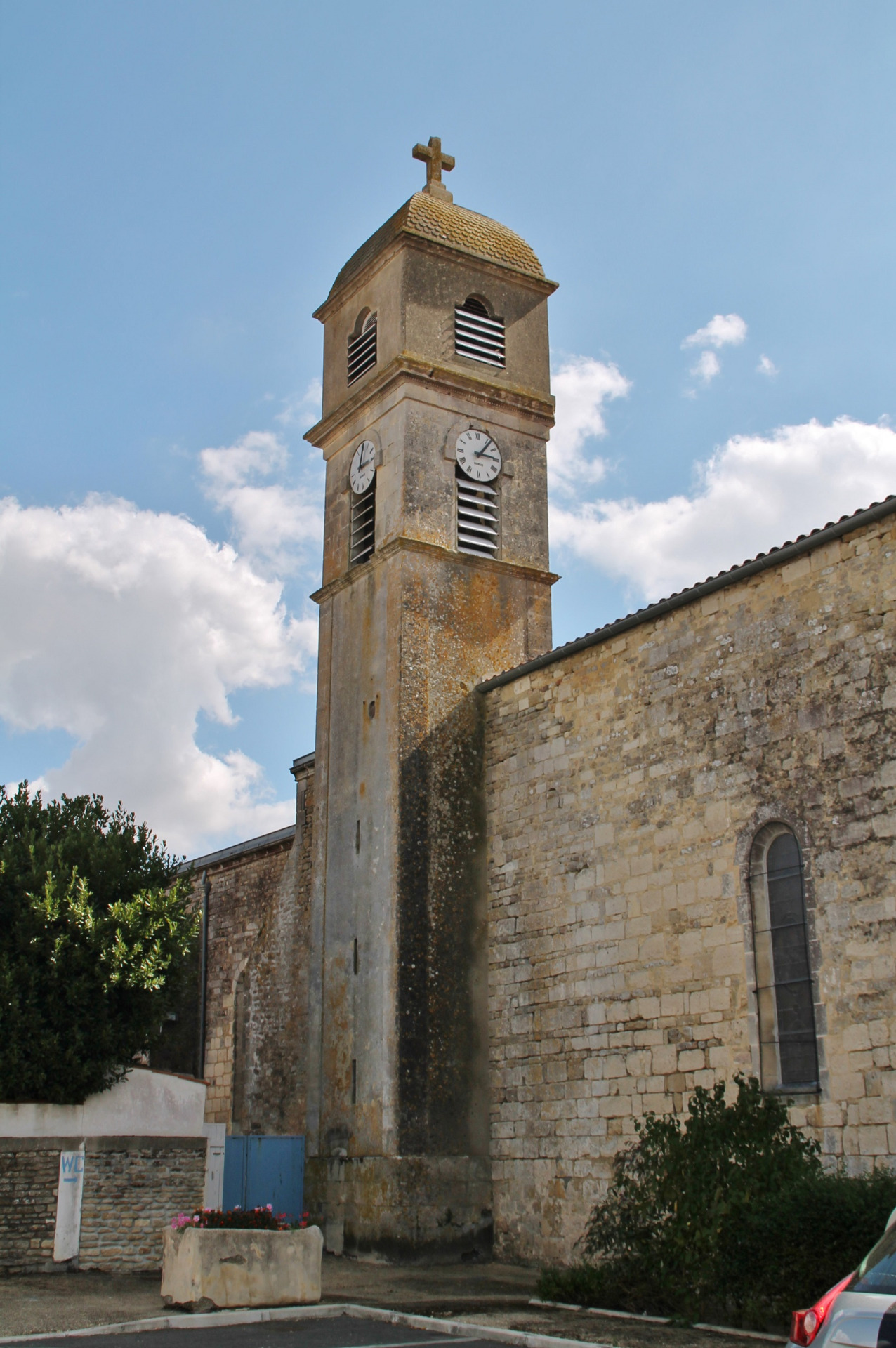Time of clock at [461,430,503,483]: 3:06
